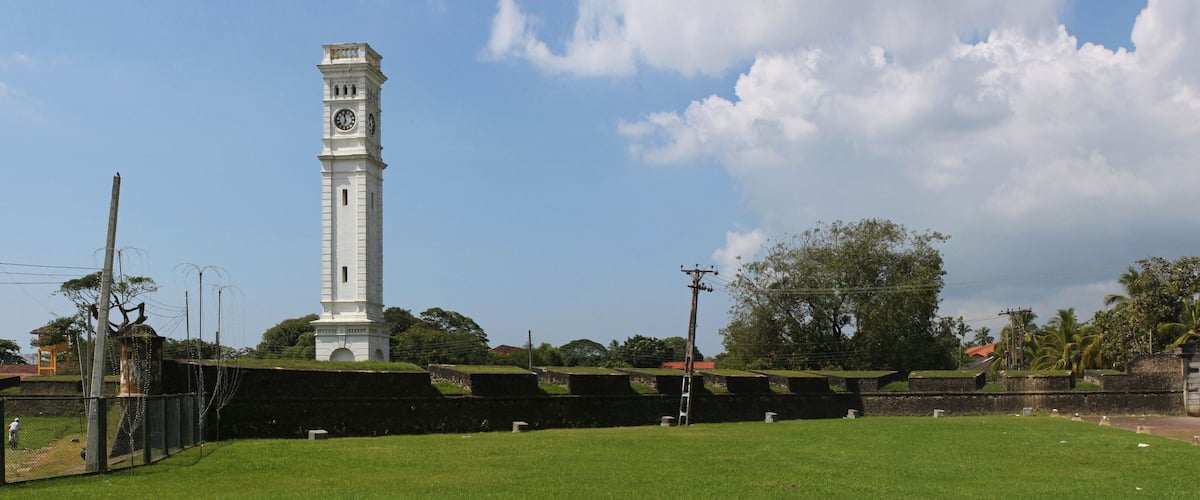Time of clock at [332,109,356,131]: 11:33
